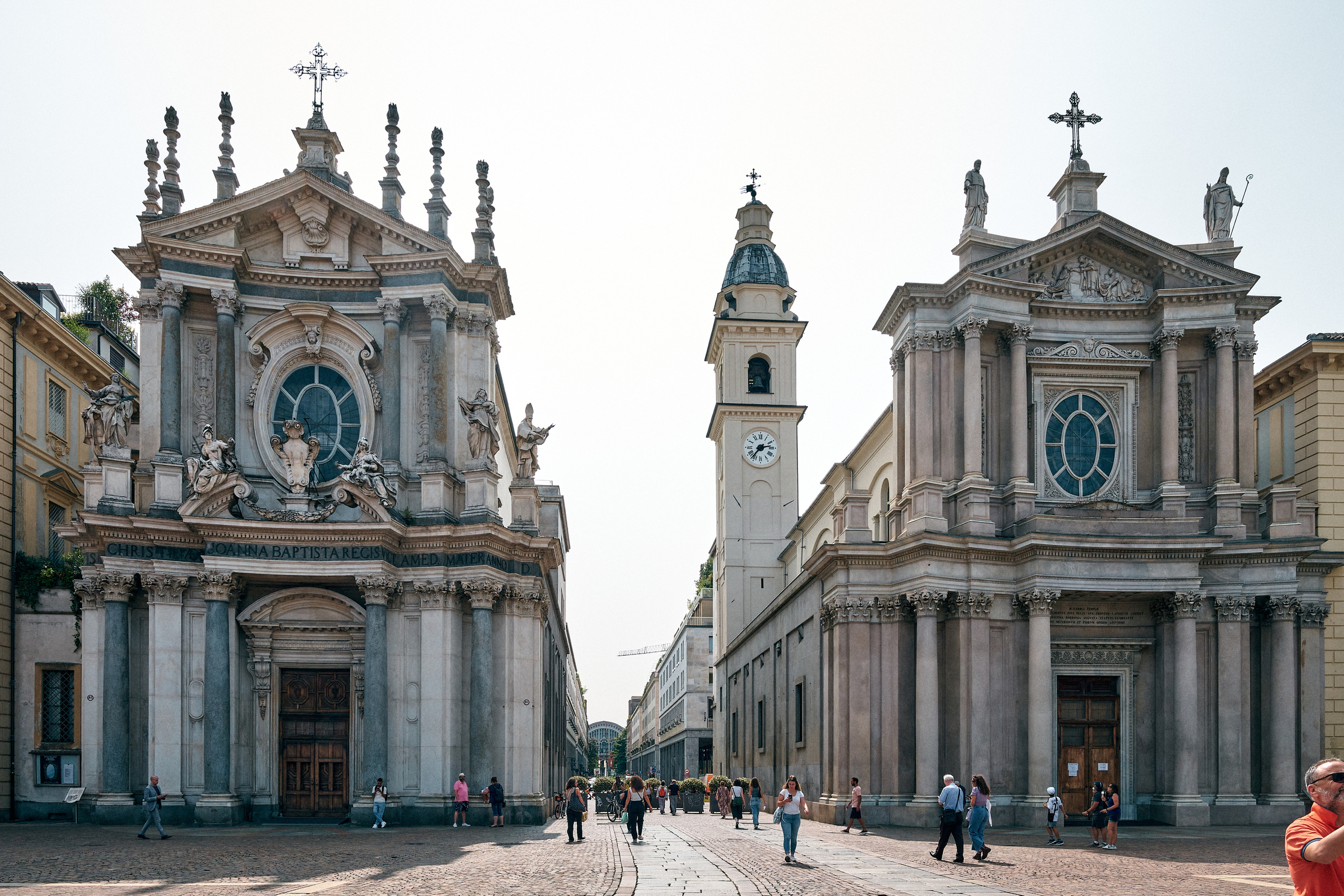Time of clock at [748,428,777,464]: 2:36
